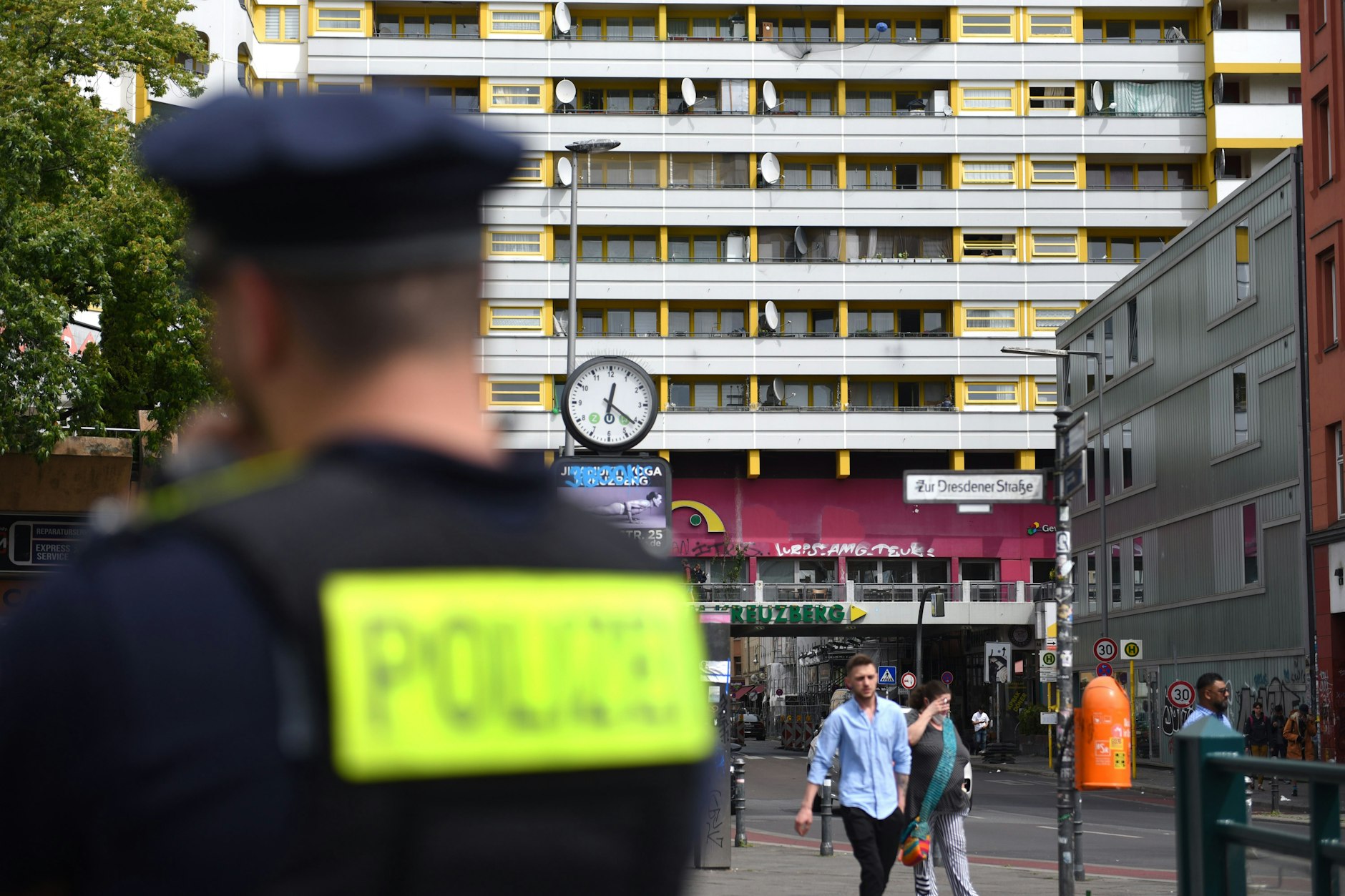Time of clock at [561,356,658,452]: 12:21
